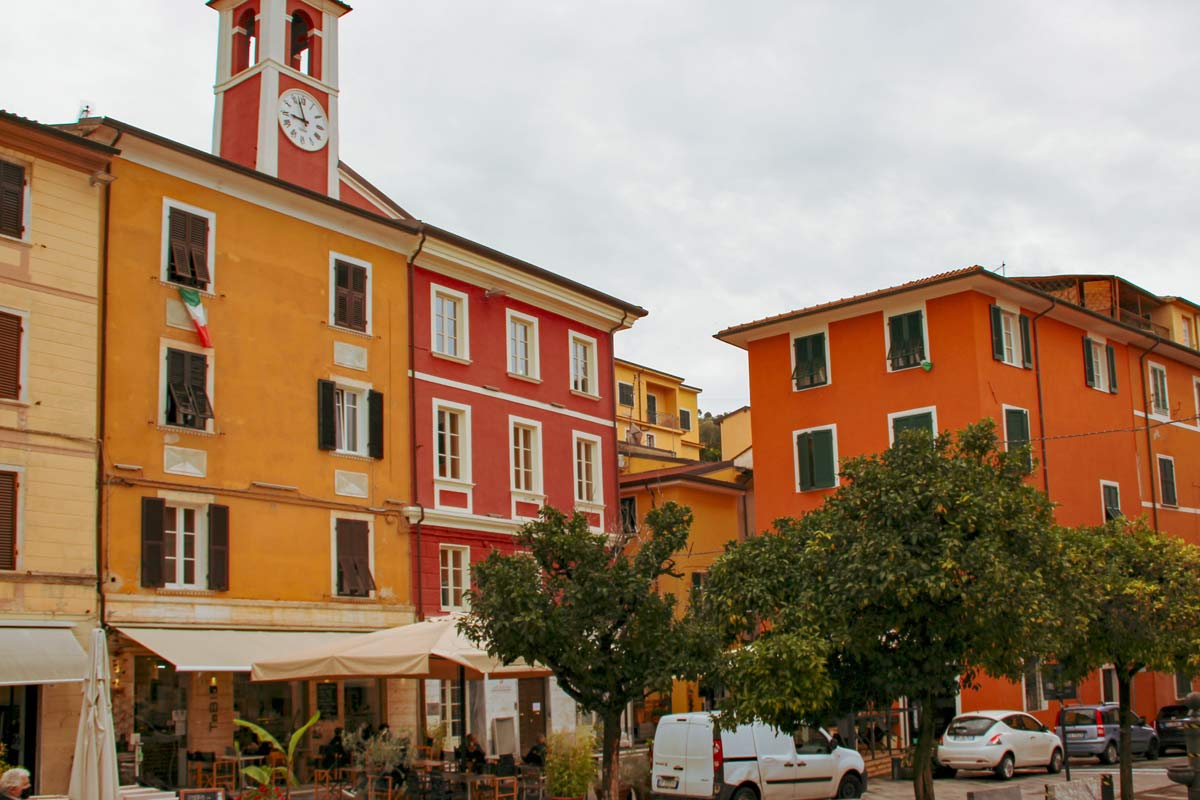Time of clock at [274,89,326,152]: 8:57
